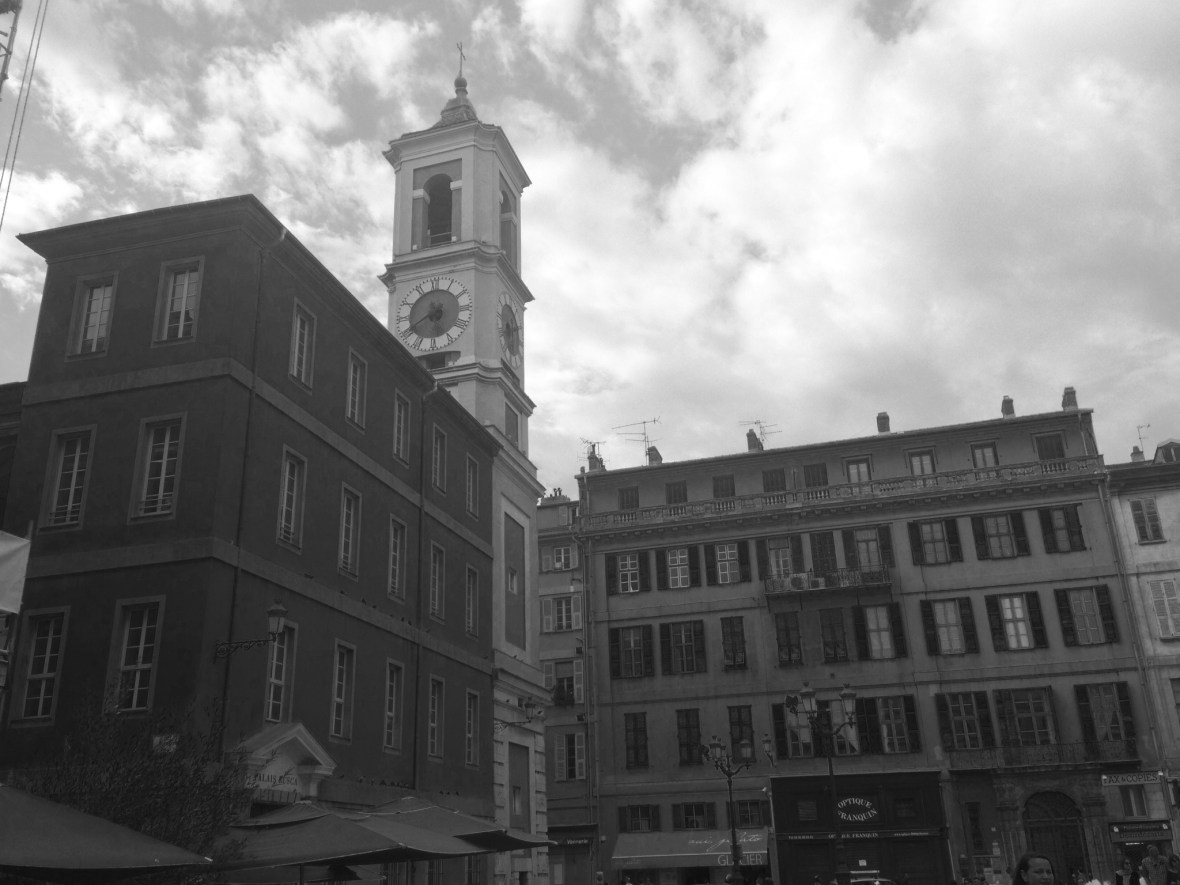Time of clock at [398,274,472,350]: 5:40
